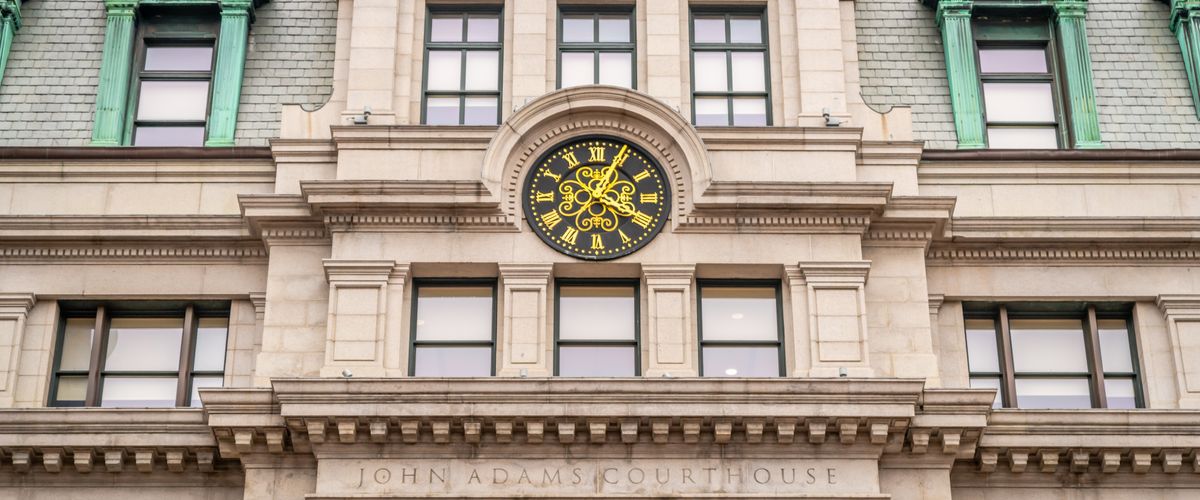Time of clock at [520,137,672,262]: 4:04
